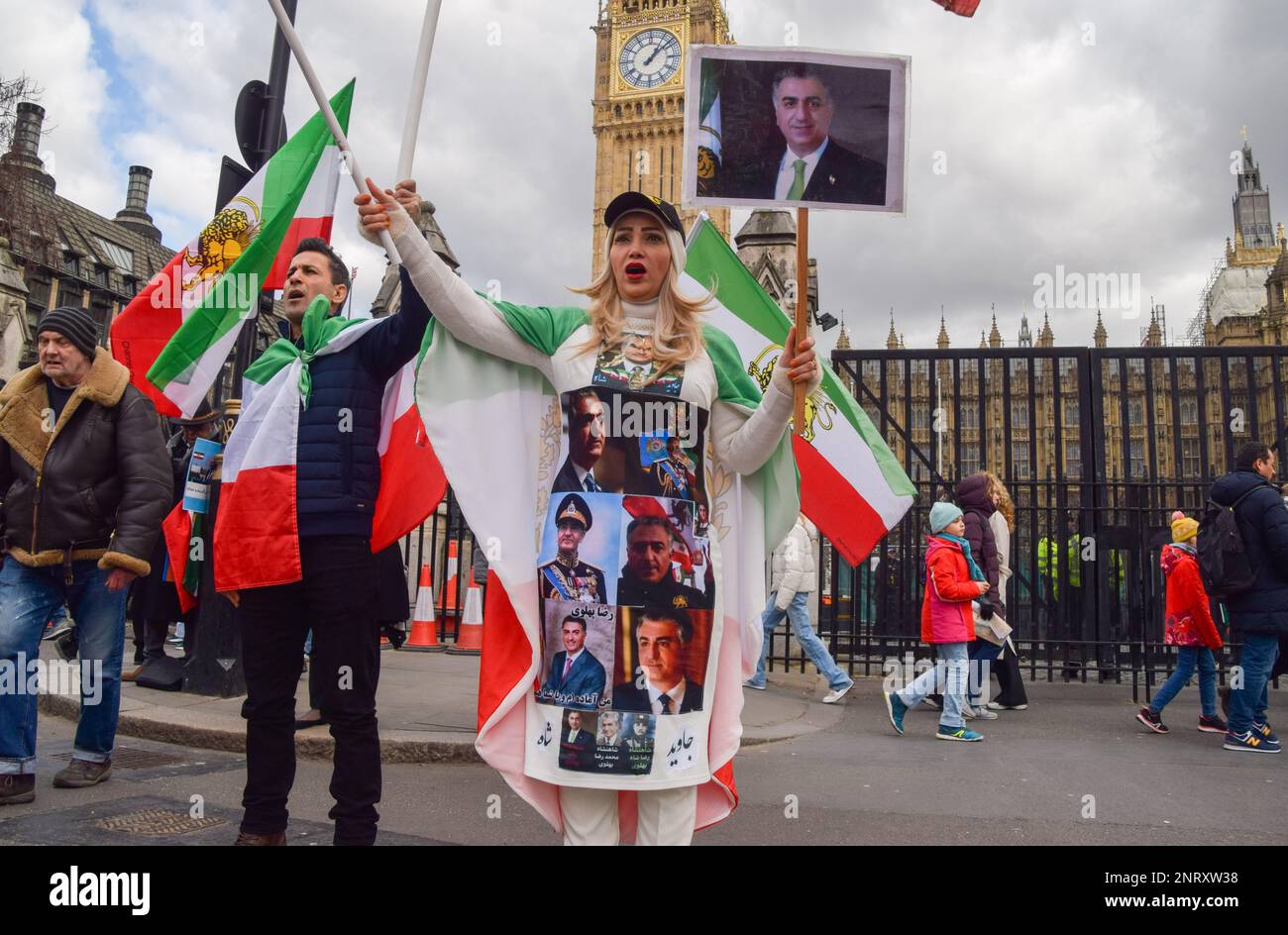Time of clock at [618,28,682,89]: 1:08
